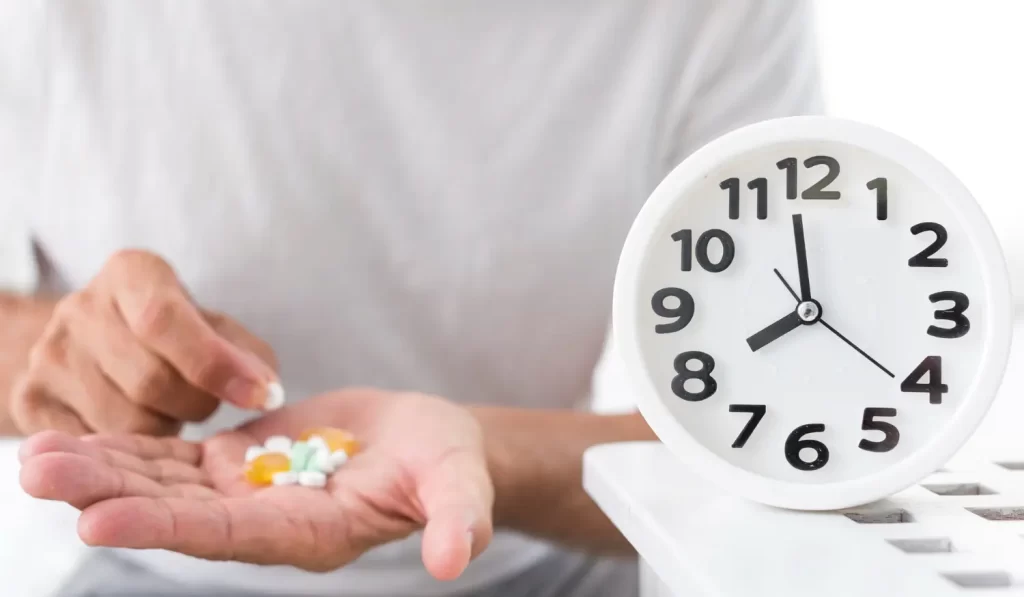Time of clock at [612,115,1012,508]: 7:58
